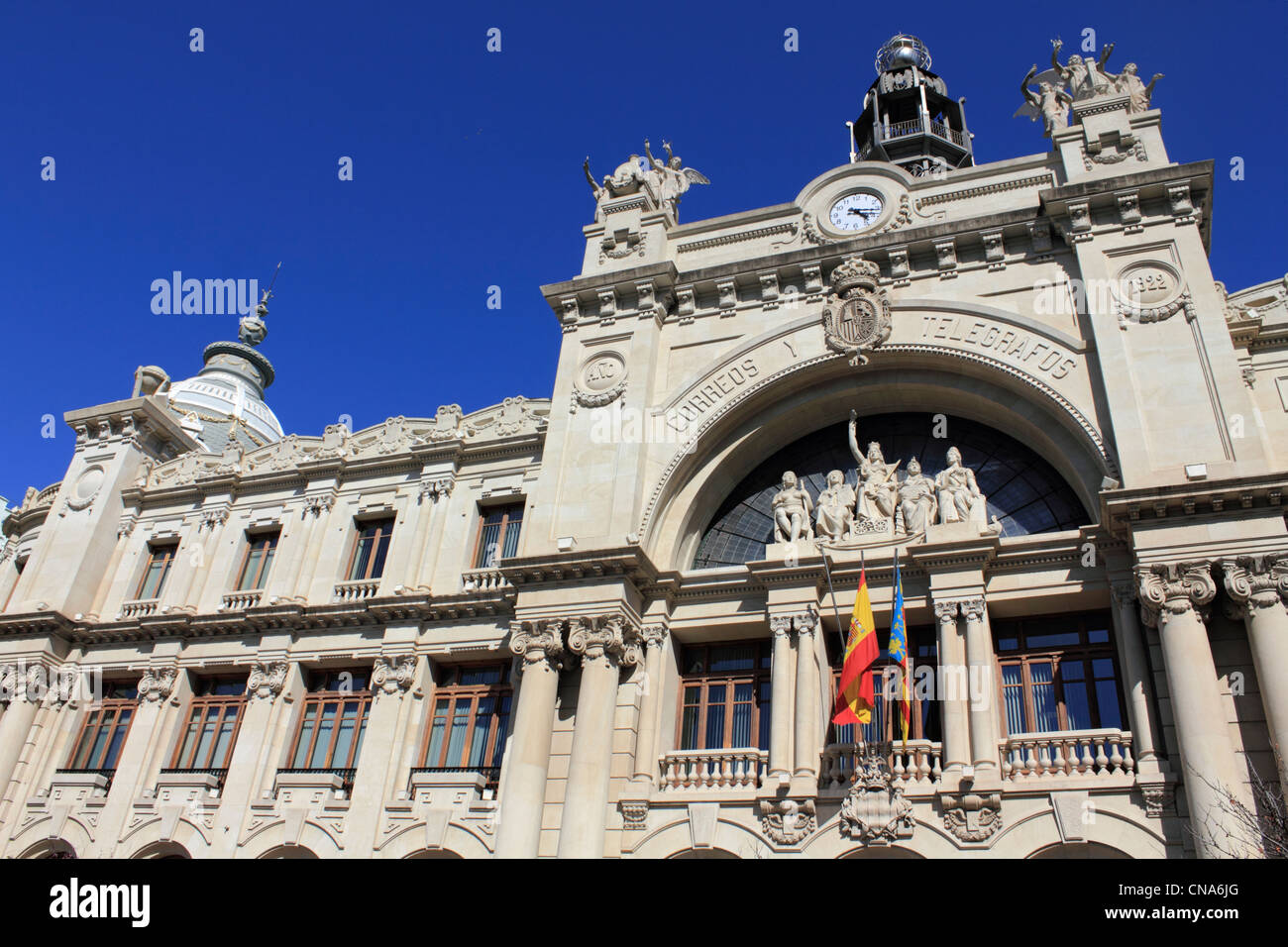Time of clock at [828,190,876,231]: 4:16
